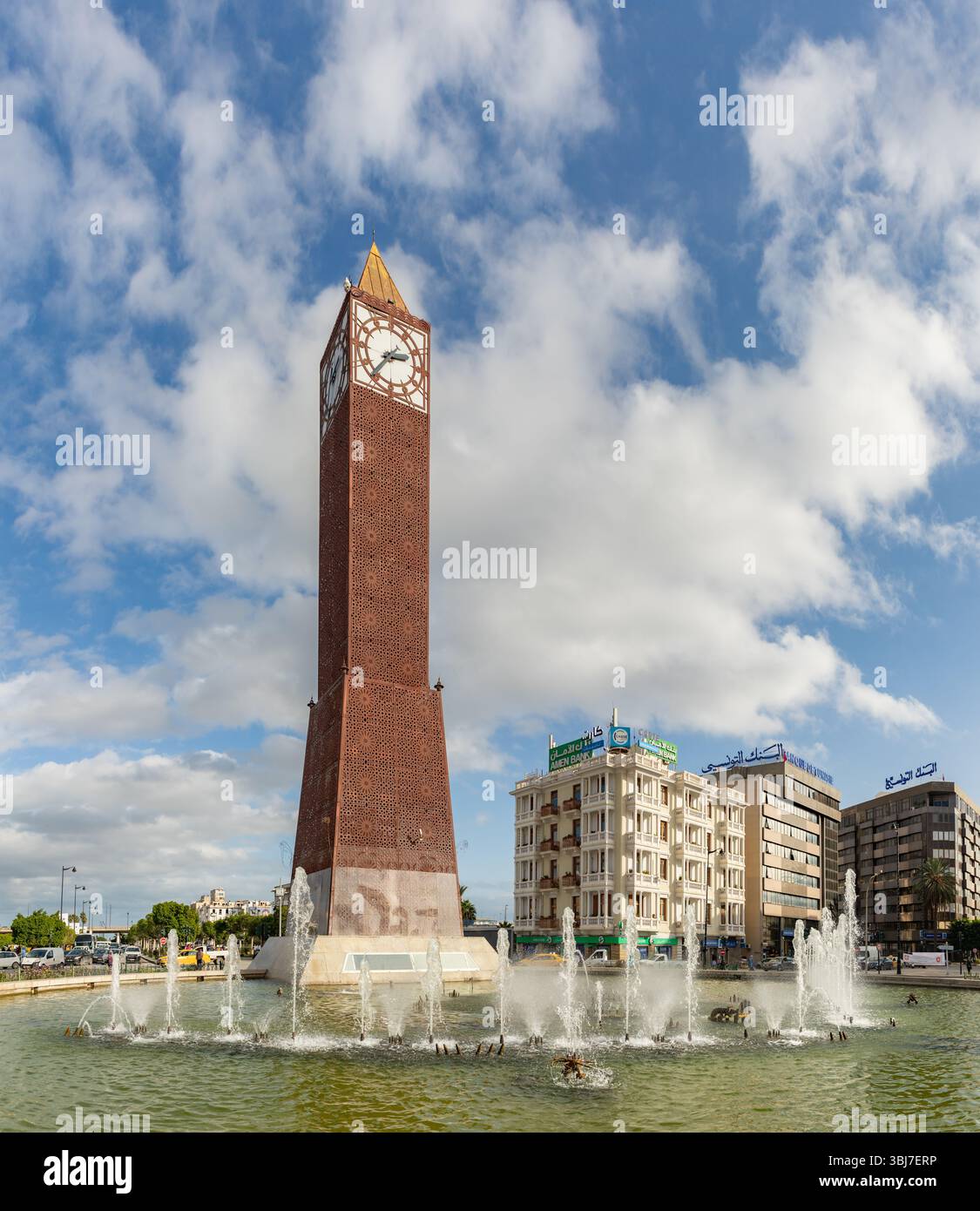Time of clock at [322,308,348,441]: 2:36
